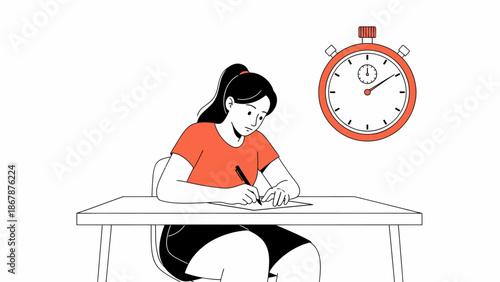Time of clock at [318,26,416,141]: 12:09
